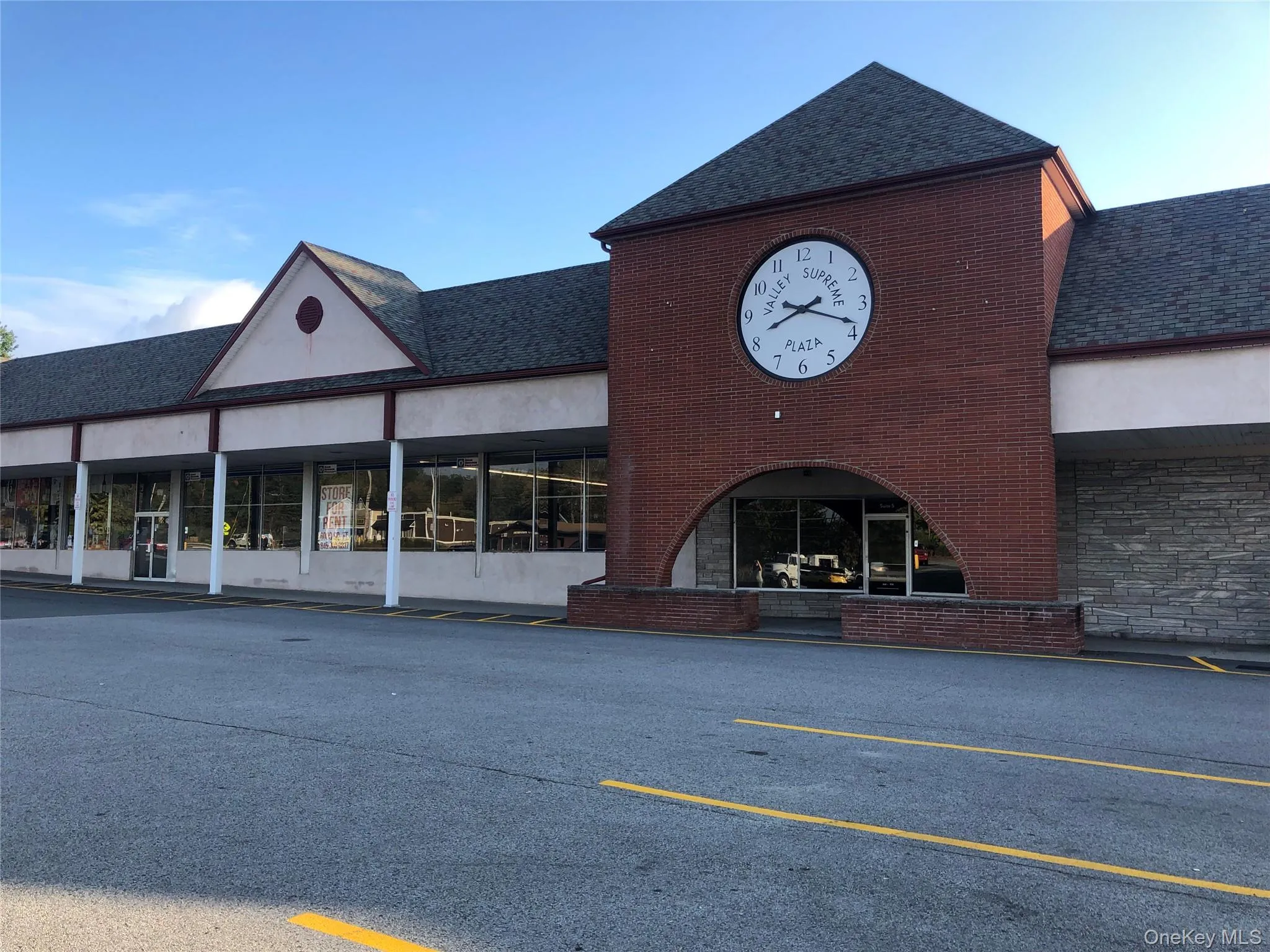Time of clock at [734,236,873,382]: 8:18
